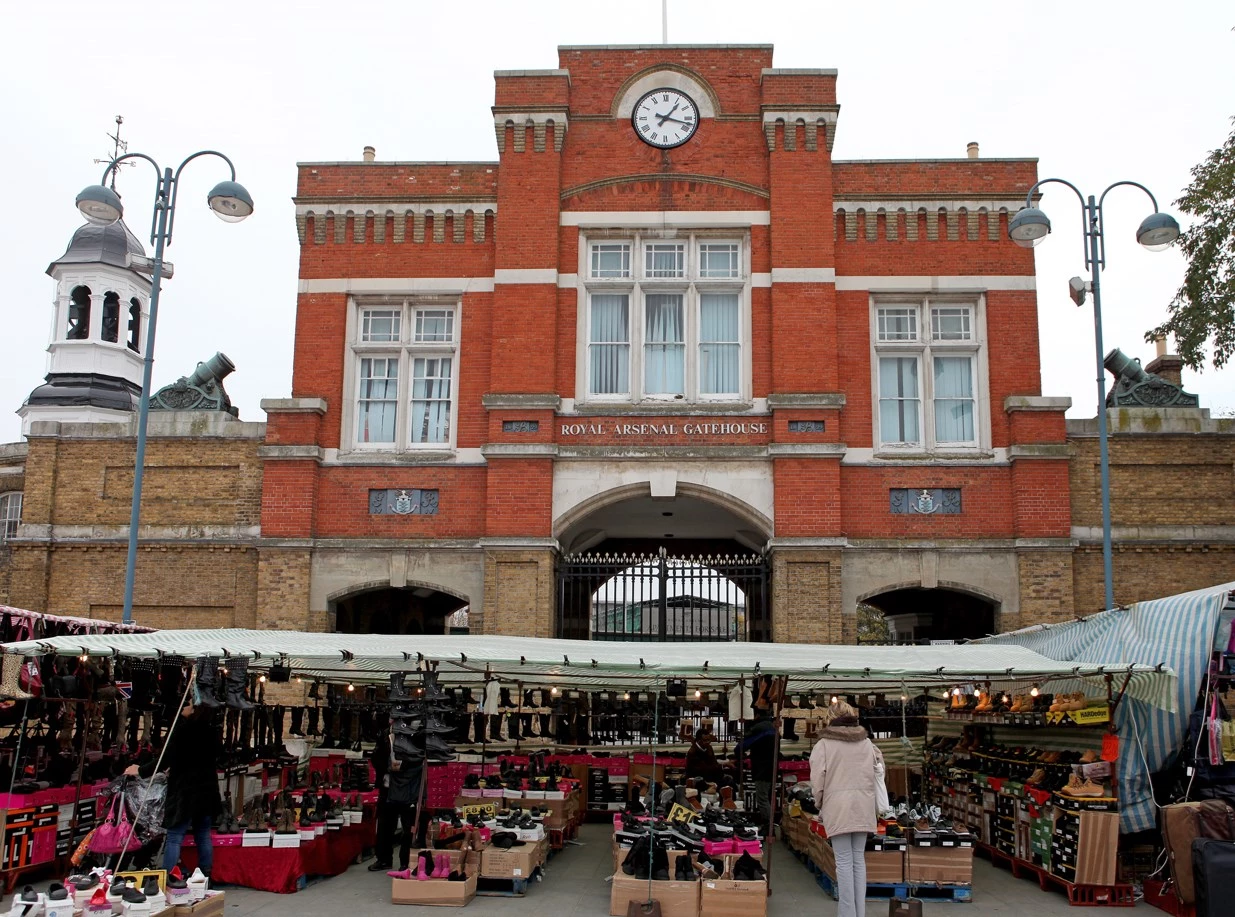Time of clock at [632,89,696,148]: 1:17
